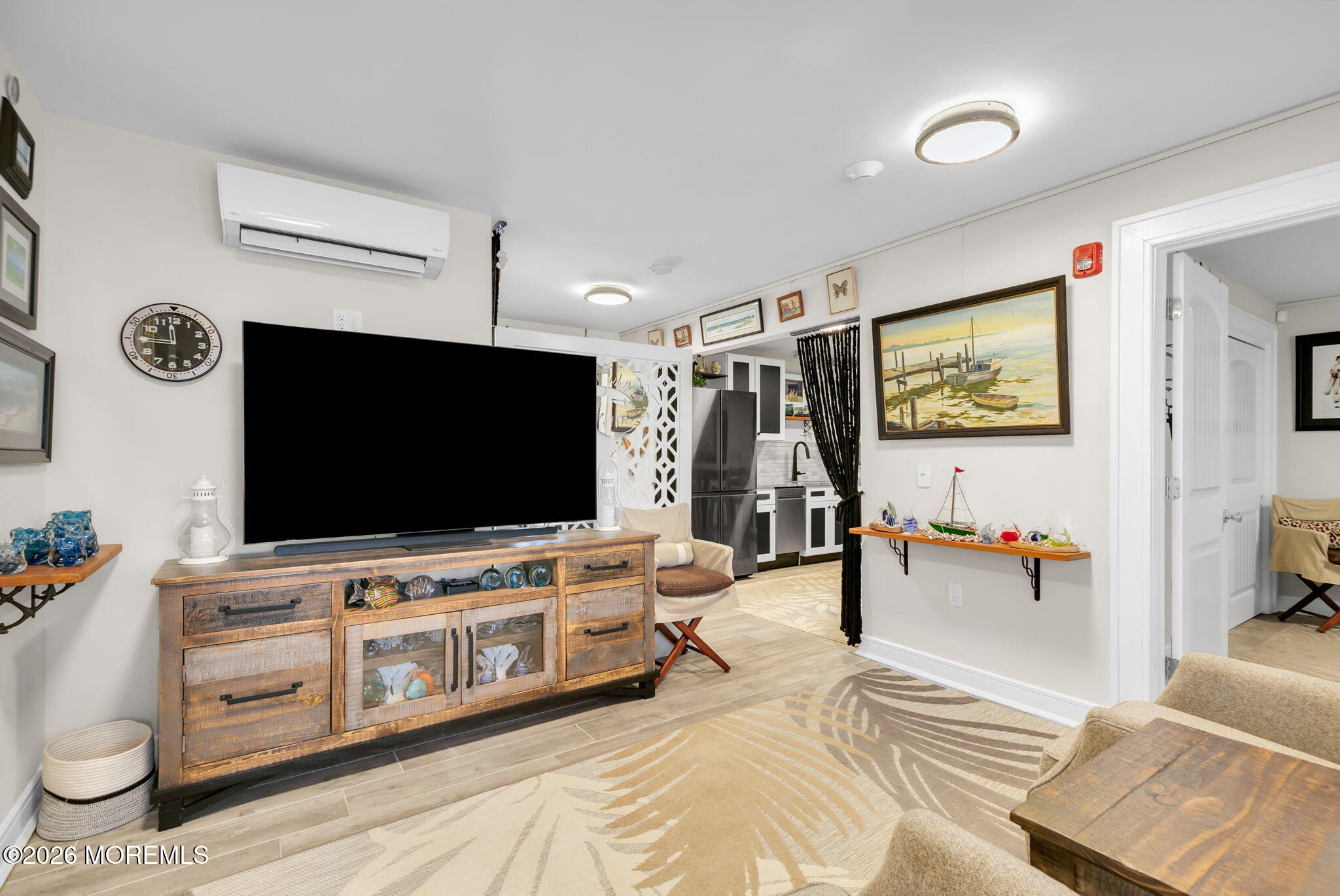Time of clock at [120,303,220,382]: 11:45
